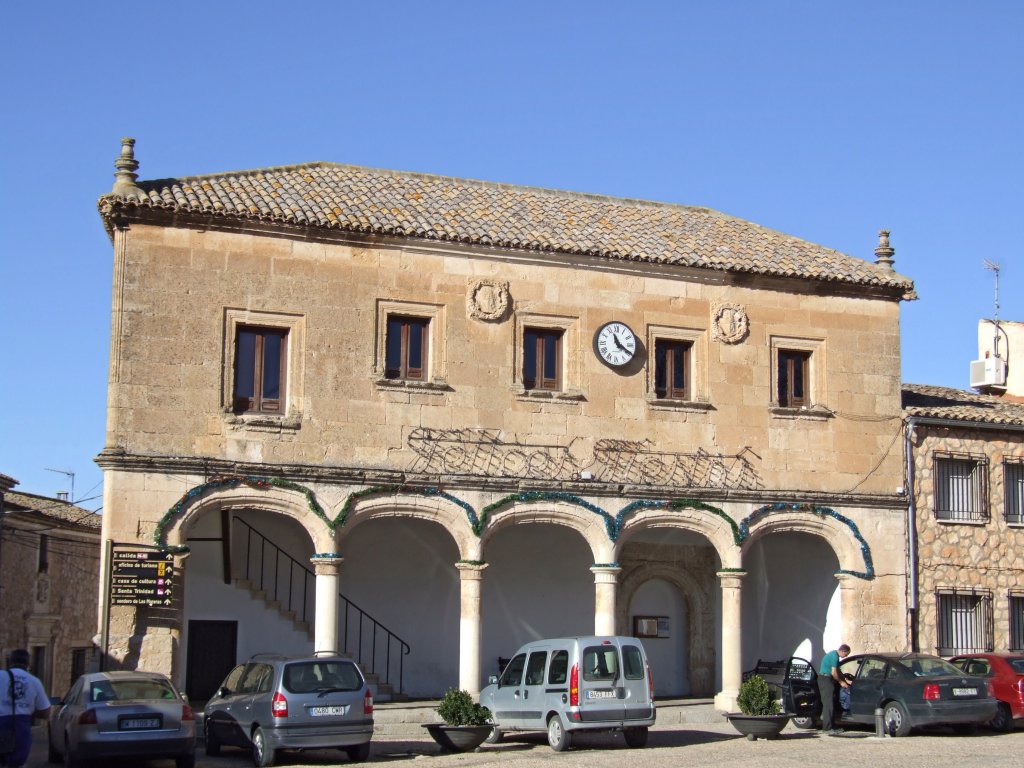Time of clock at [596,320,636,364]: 11:19
